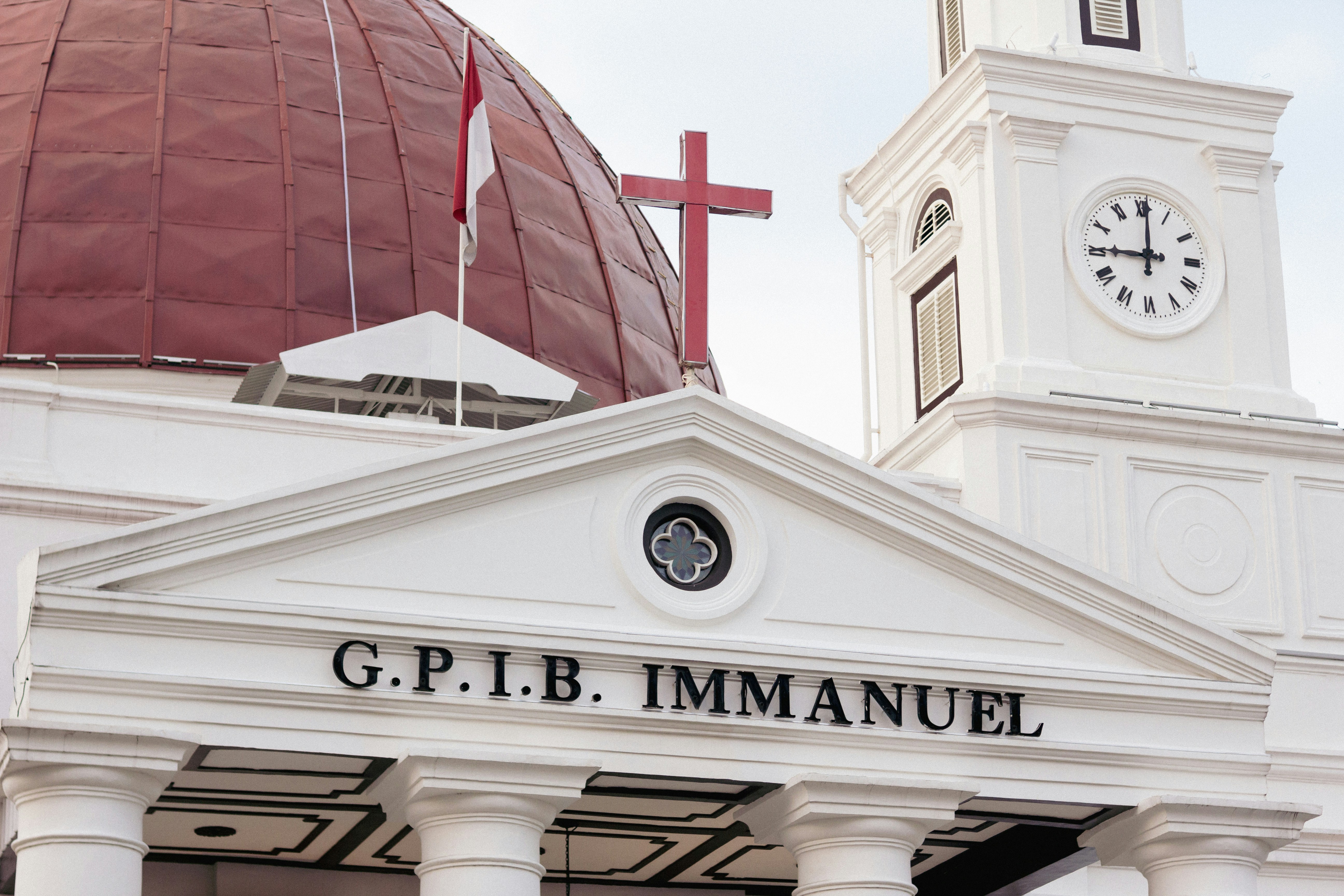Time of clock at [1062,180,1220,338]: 9:00
